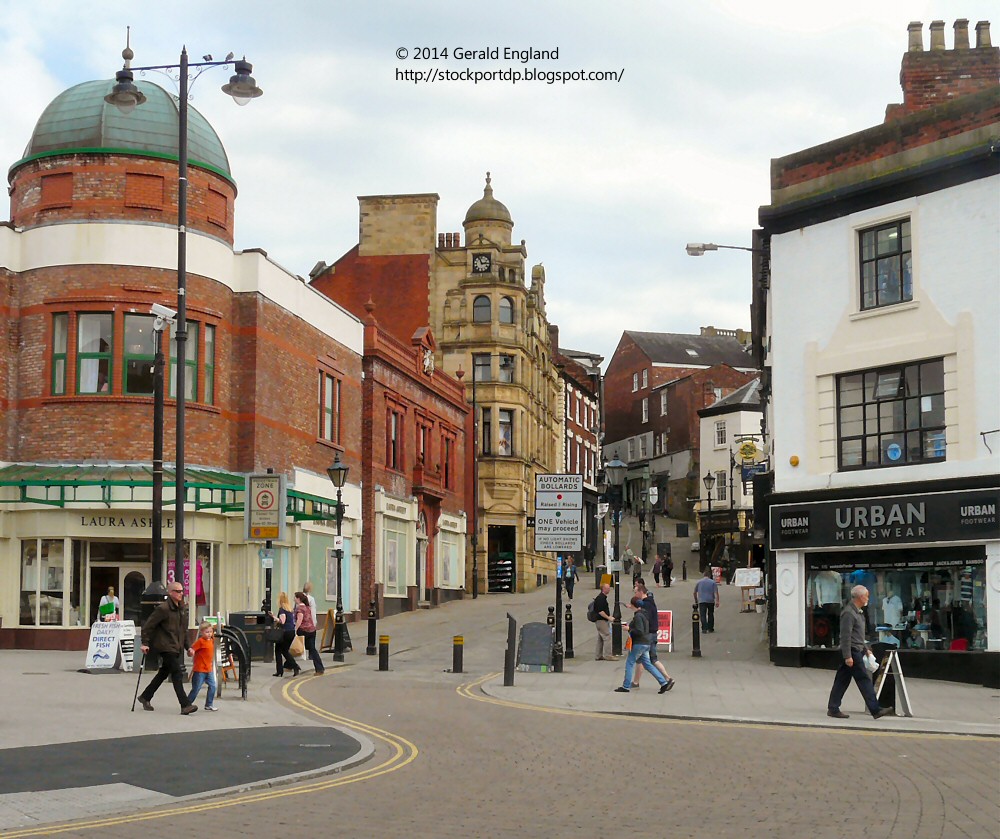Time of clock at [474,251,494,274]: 2:56
